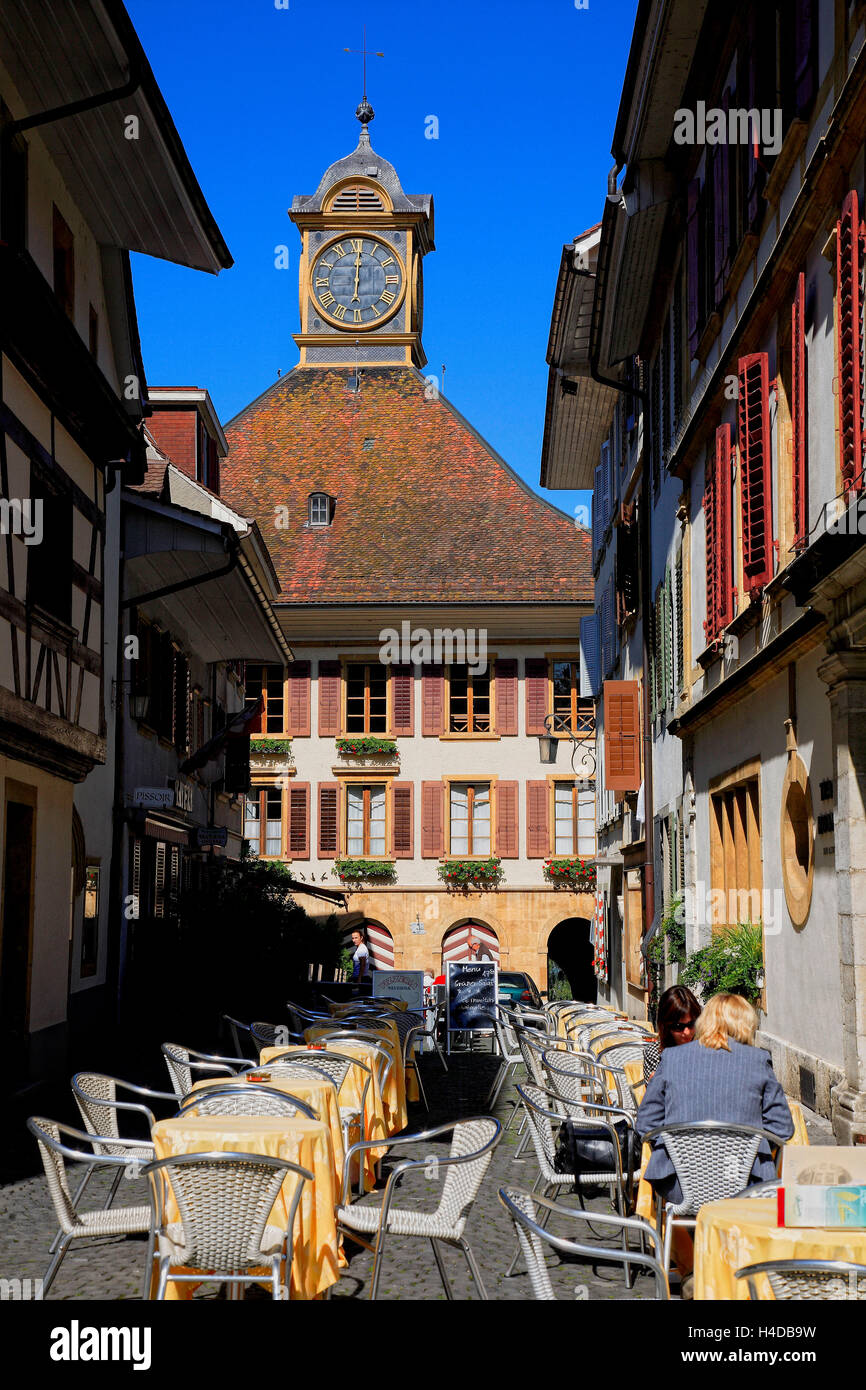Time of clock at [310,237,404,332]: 6:00
